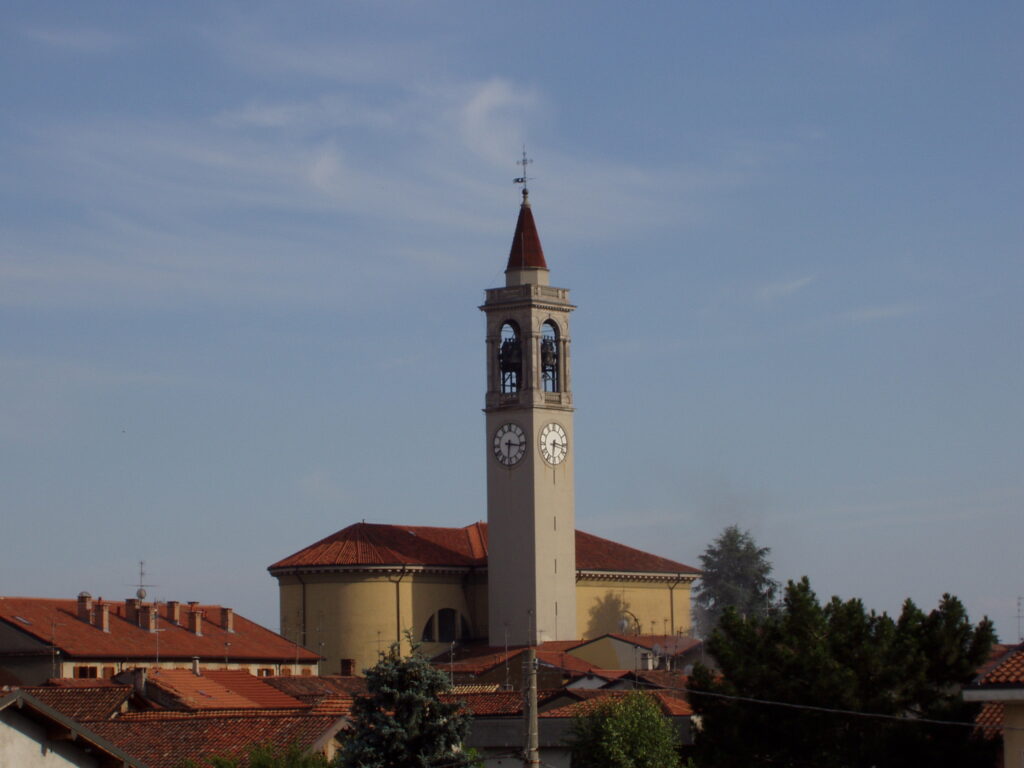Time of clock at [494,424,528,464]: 6:16
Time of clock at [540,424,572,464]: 6:16
